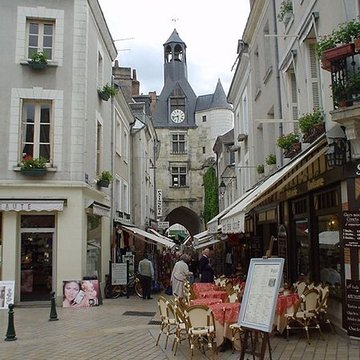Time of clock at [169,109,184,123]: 5:42
